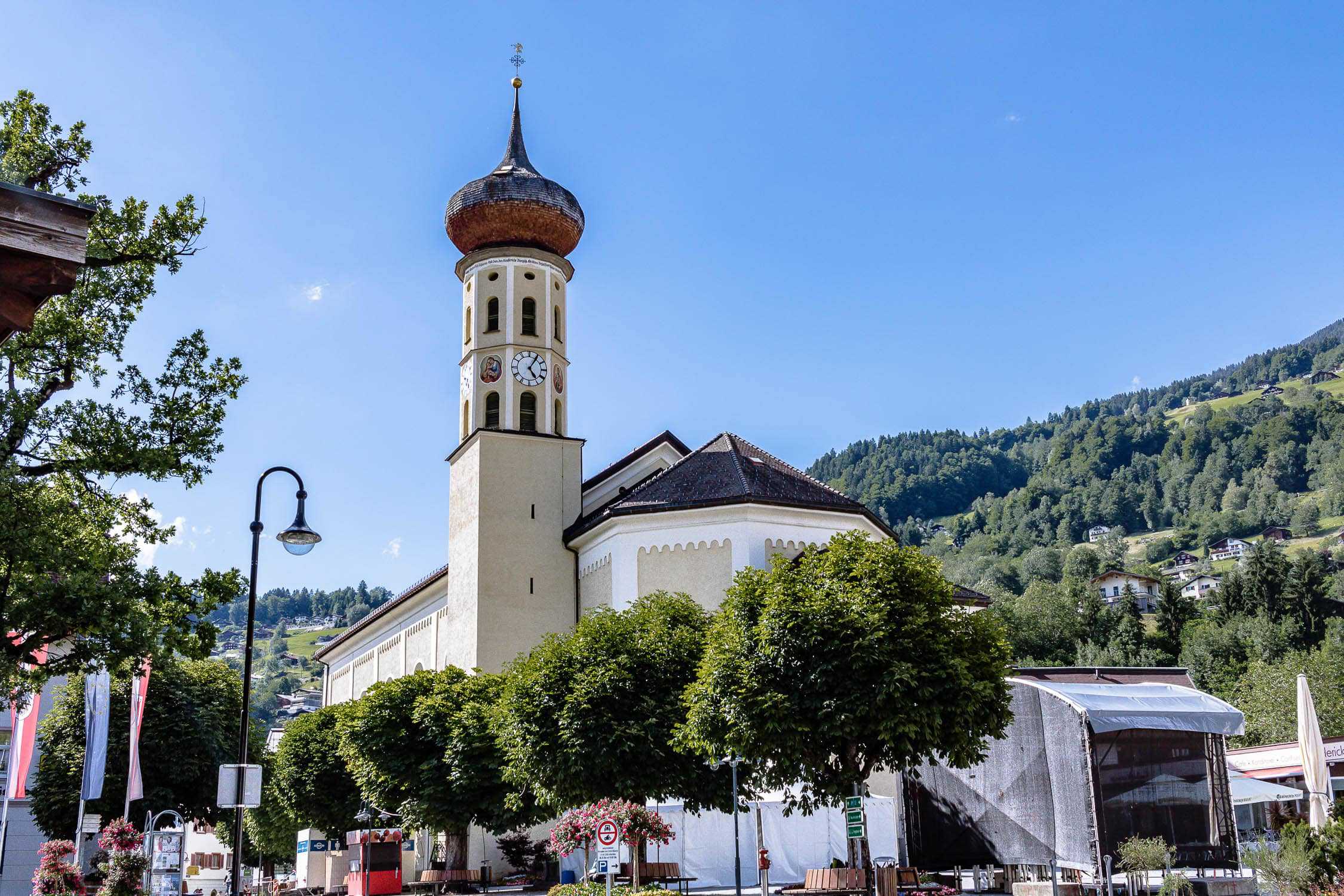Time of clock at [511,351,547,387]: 5:05
